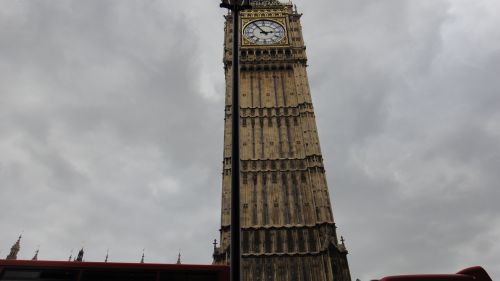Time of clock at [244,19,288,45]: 2:54
